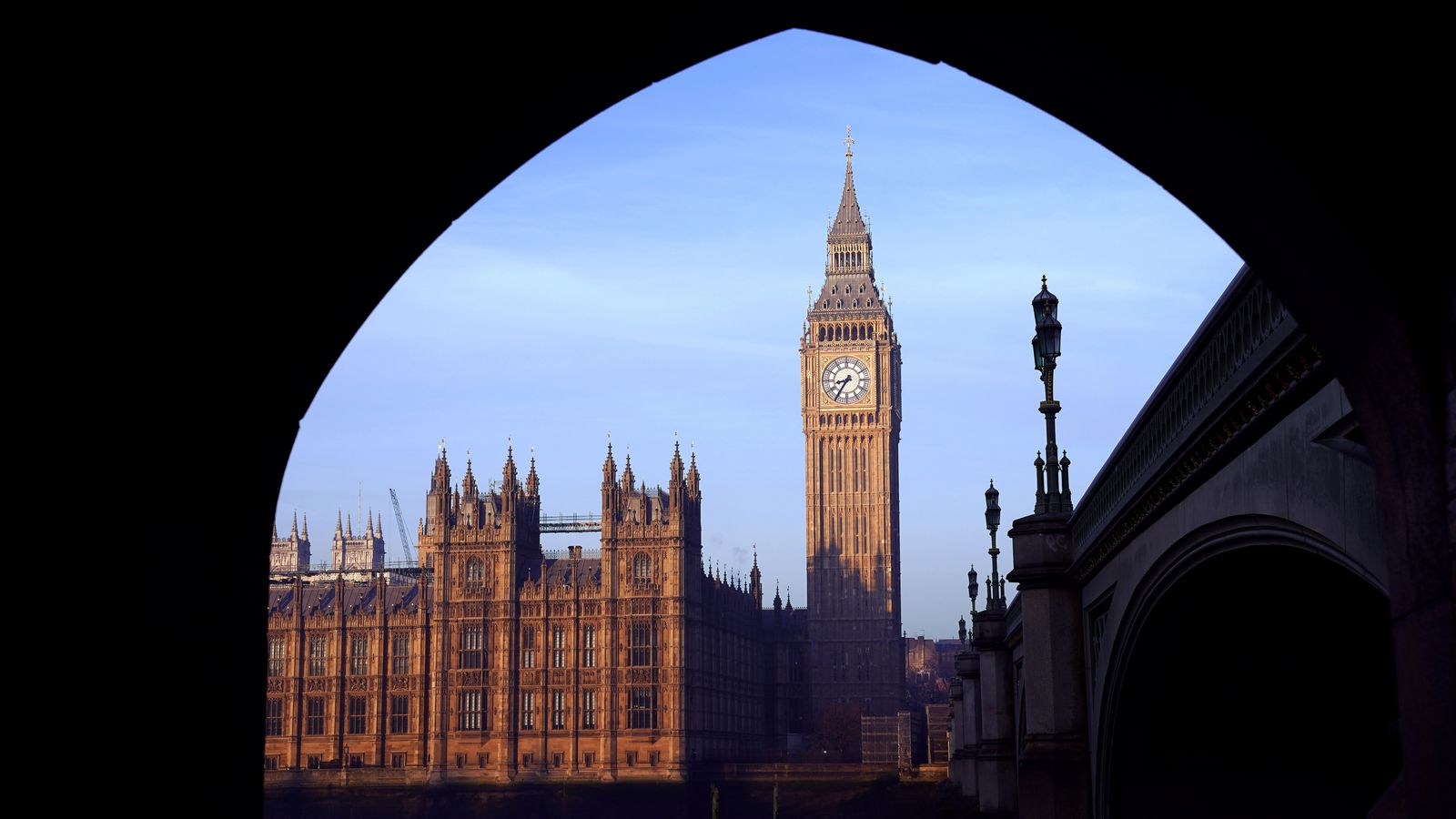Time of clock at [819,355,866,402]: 8:35
